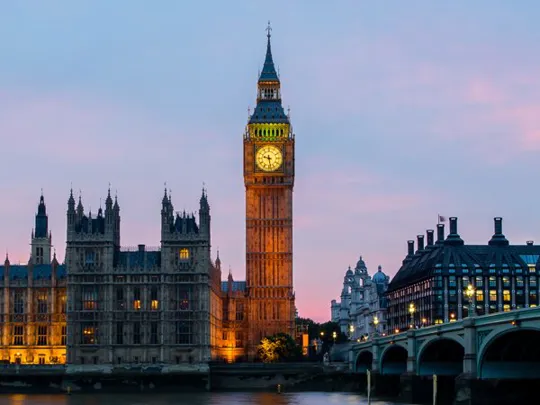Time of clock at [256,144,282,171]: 9:28
